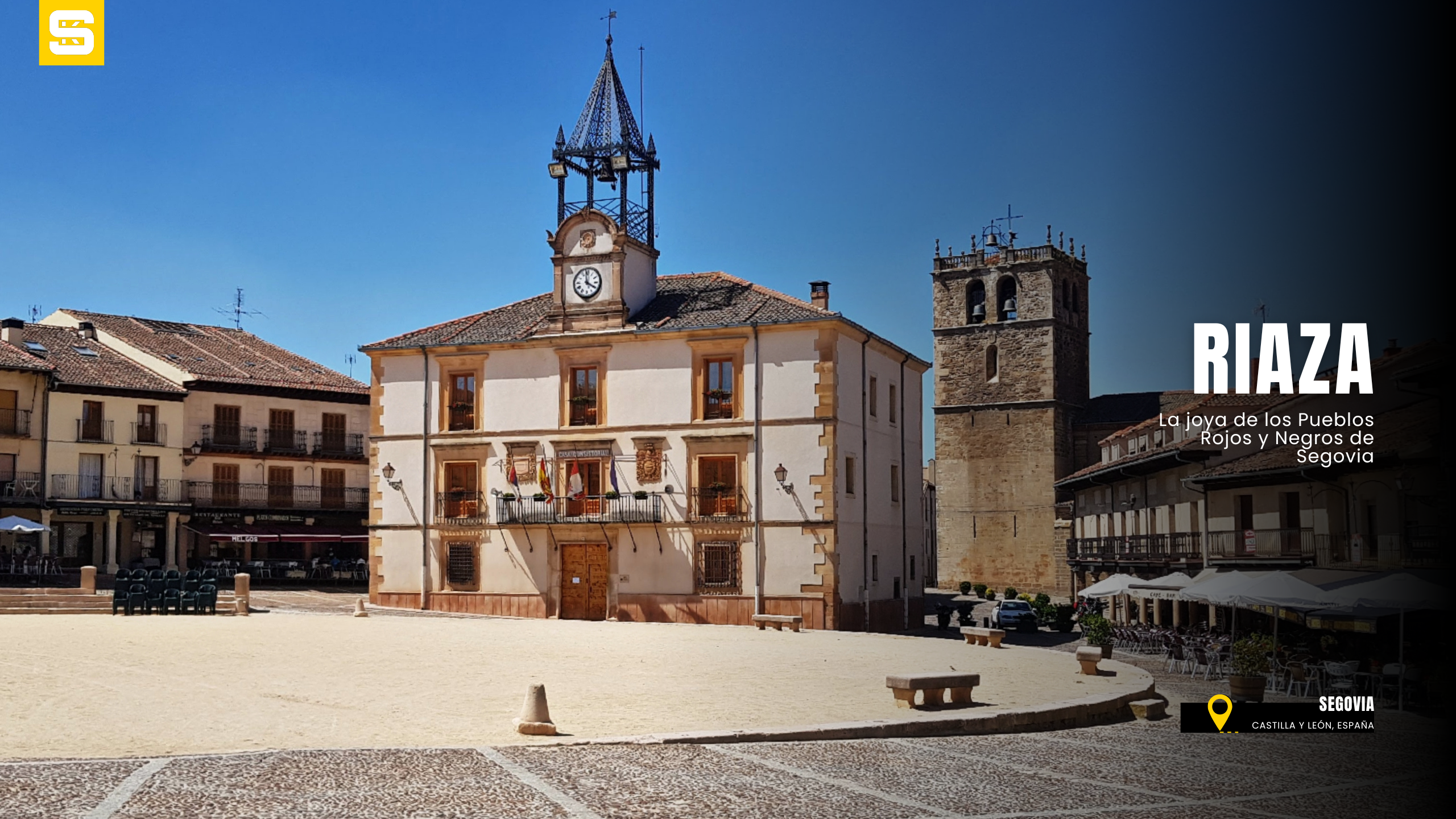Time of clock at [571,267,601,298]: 3:58
